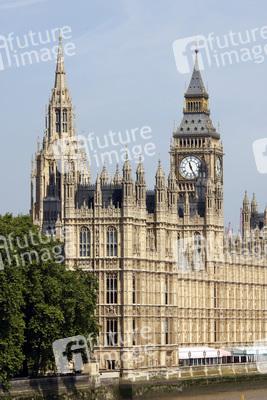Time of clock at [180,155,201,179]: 11:25
